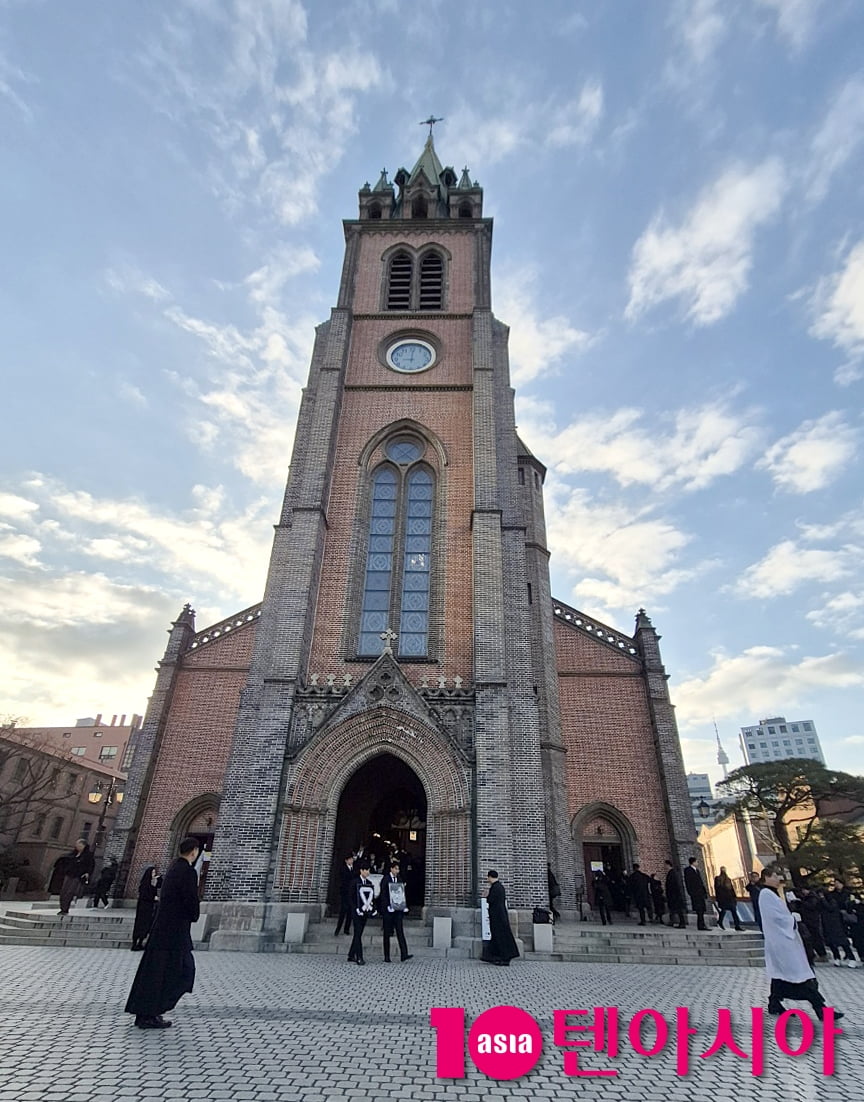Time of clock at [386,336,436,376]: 9:00
